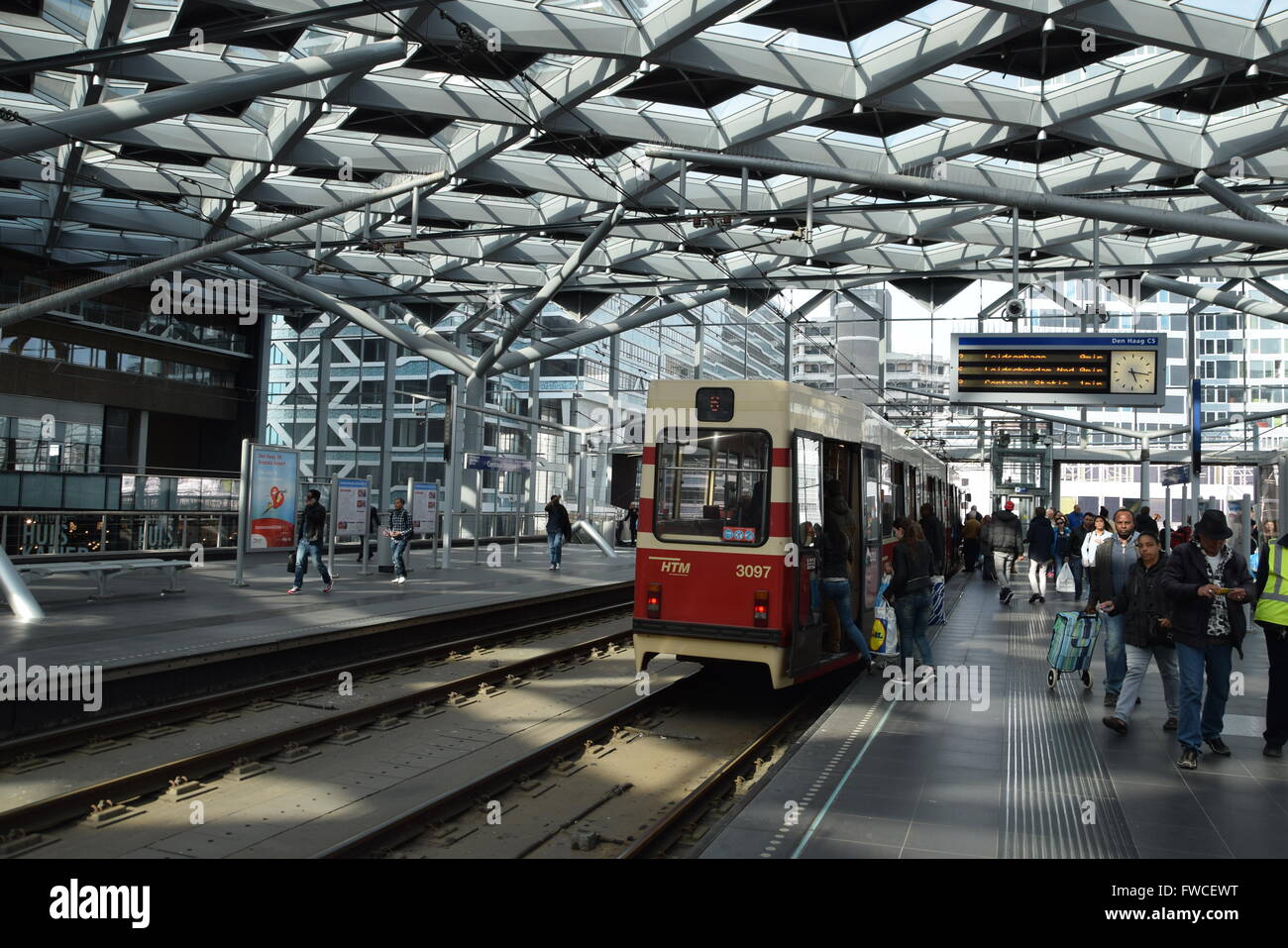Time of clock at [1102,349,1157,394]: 5:16
